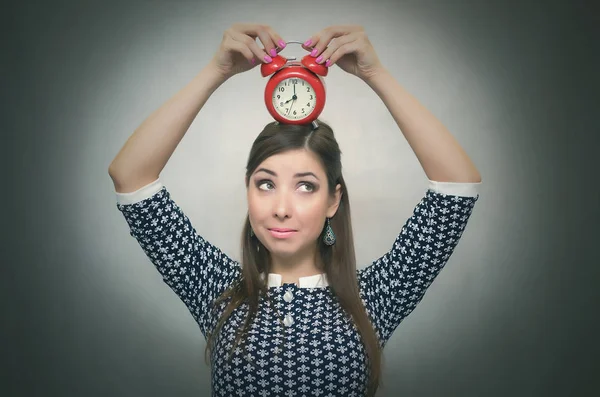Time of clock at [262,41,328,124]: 8:00
